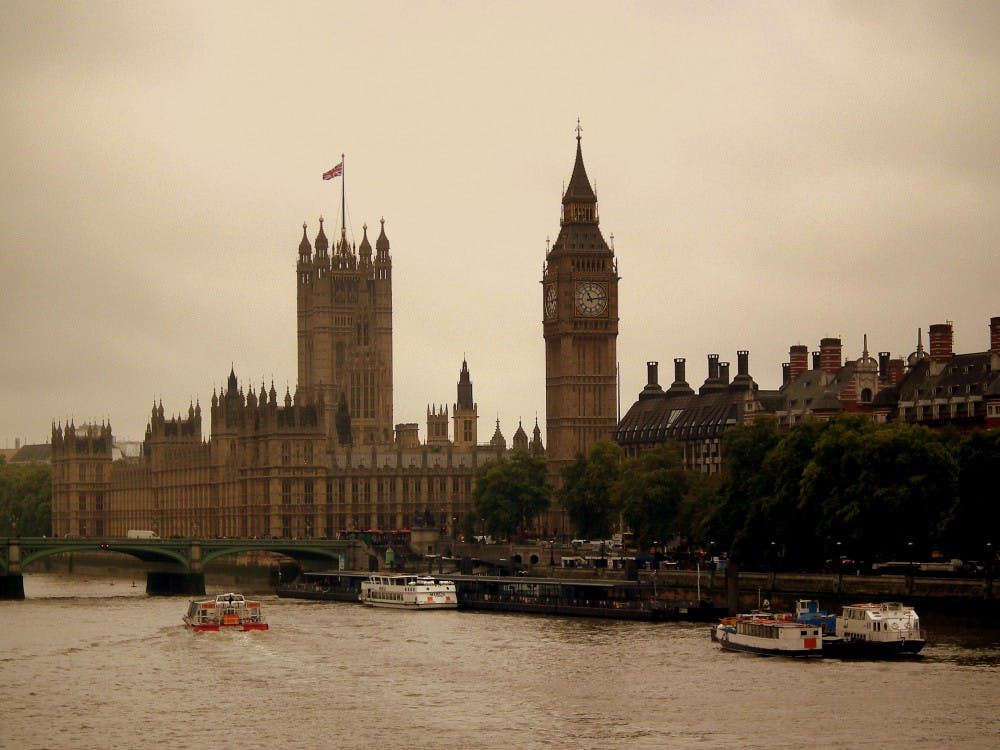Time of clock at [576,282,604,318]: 11:13
